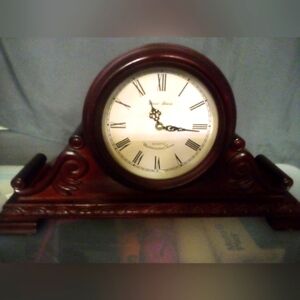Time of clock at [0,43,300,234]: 11:16
